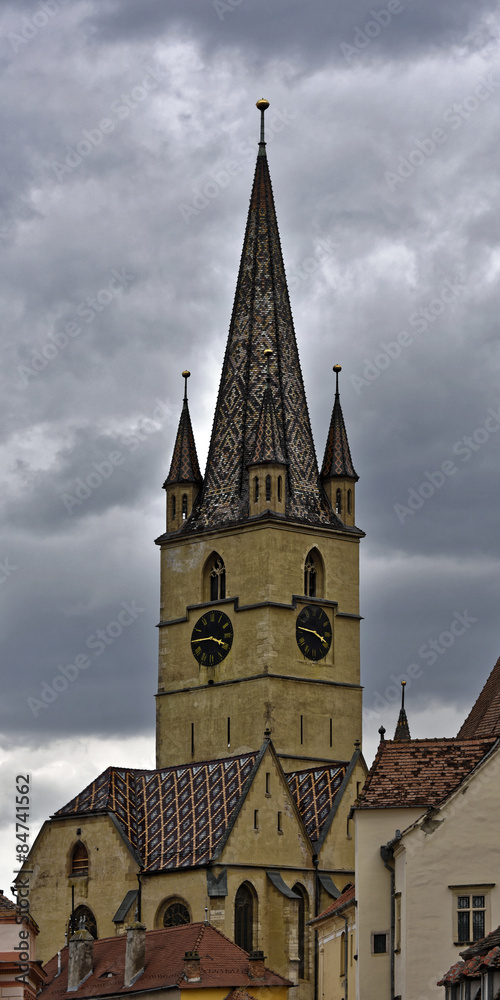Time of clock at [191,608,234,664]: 3:45
